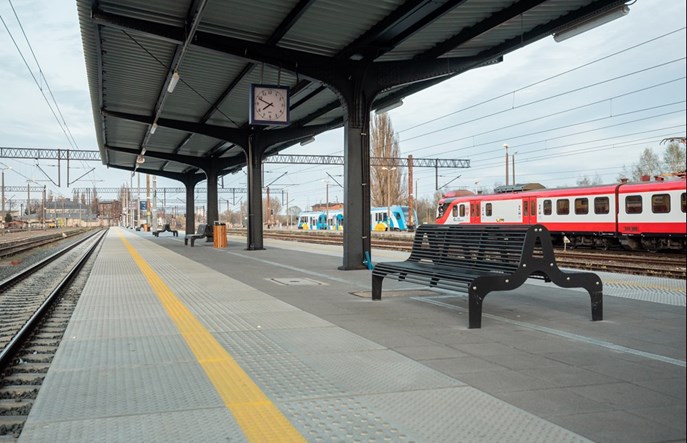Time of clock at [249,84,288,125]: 7:48
